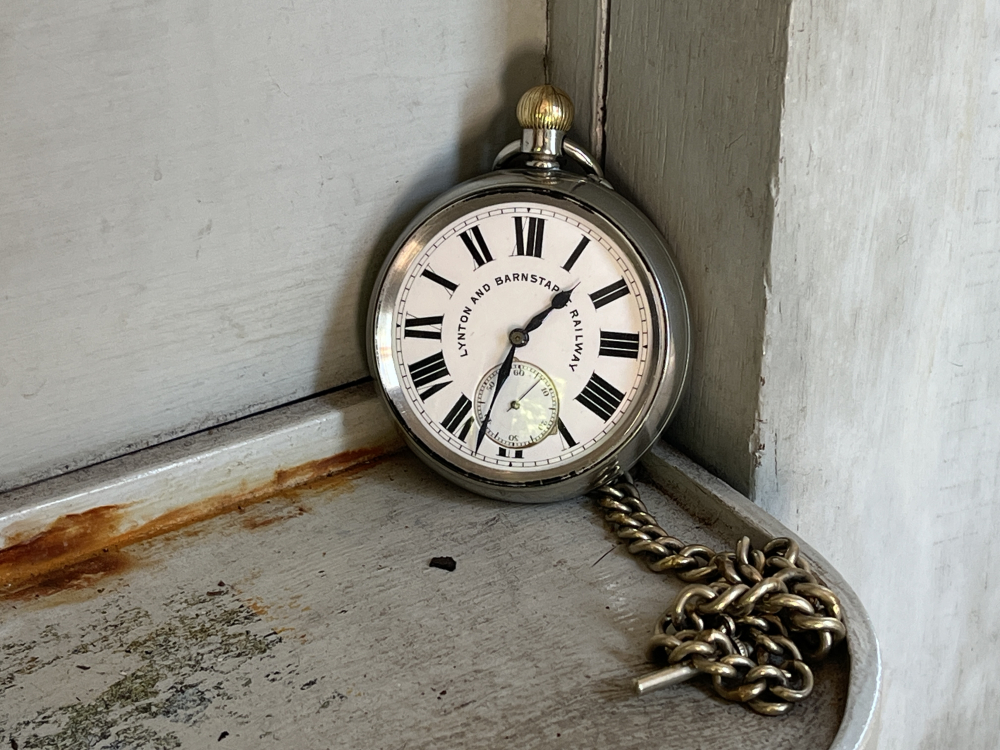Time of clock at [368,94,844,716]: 1:32
